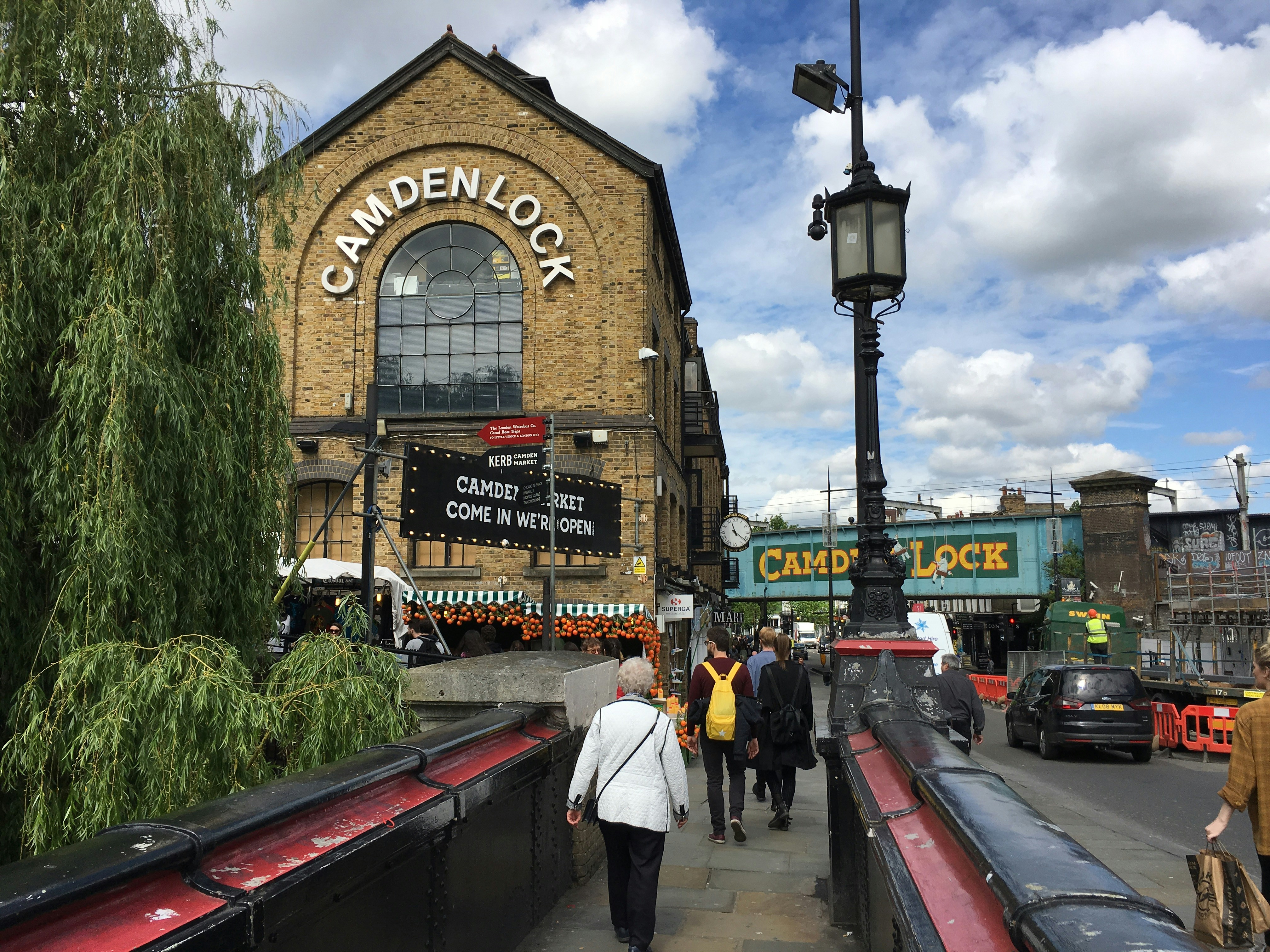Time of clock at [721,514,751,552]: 11:21
